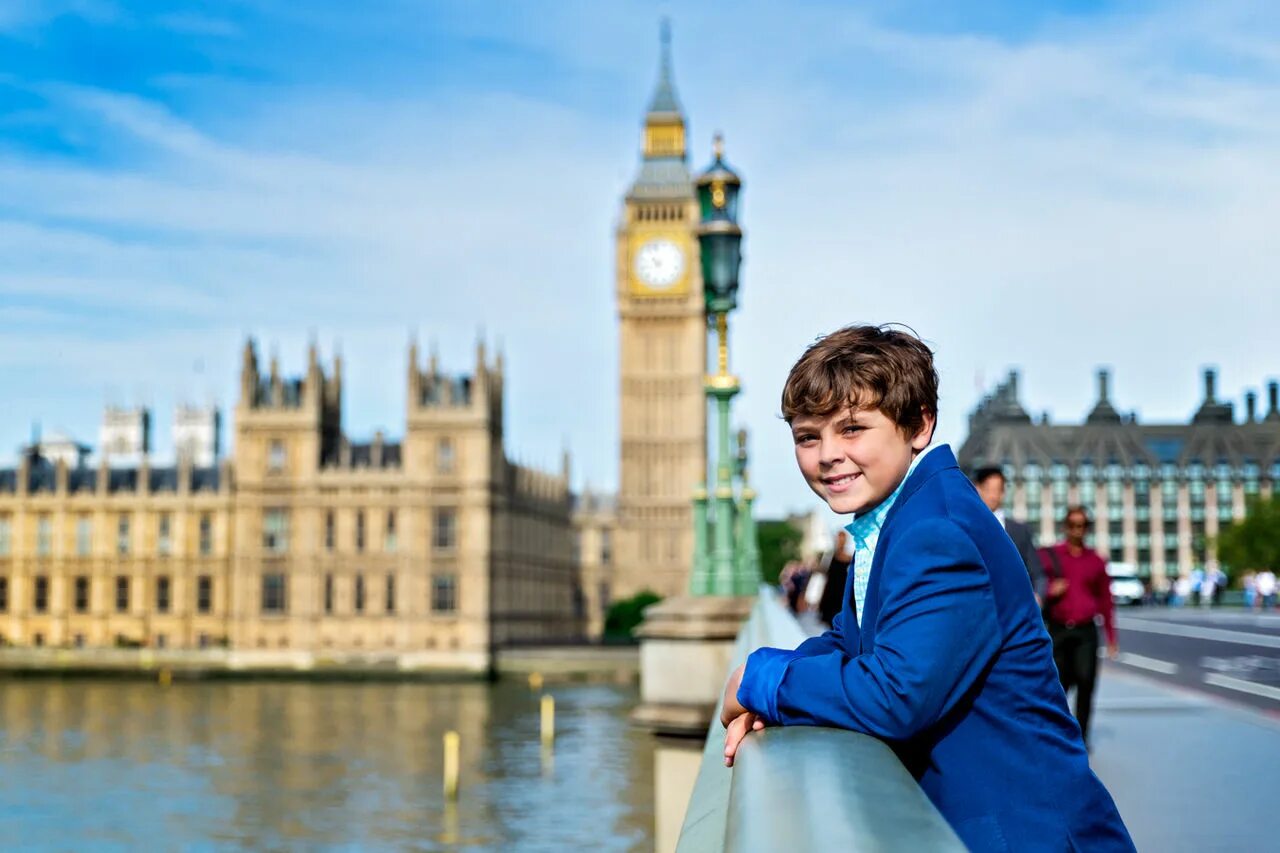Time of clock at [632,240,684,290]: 10:42
